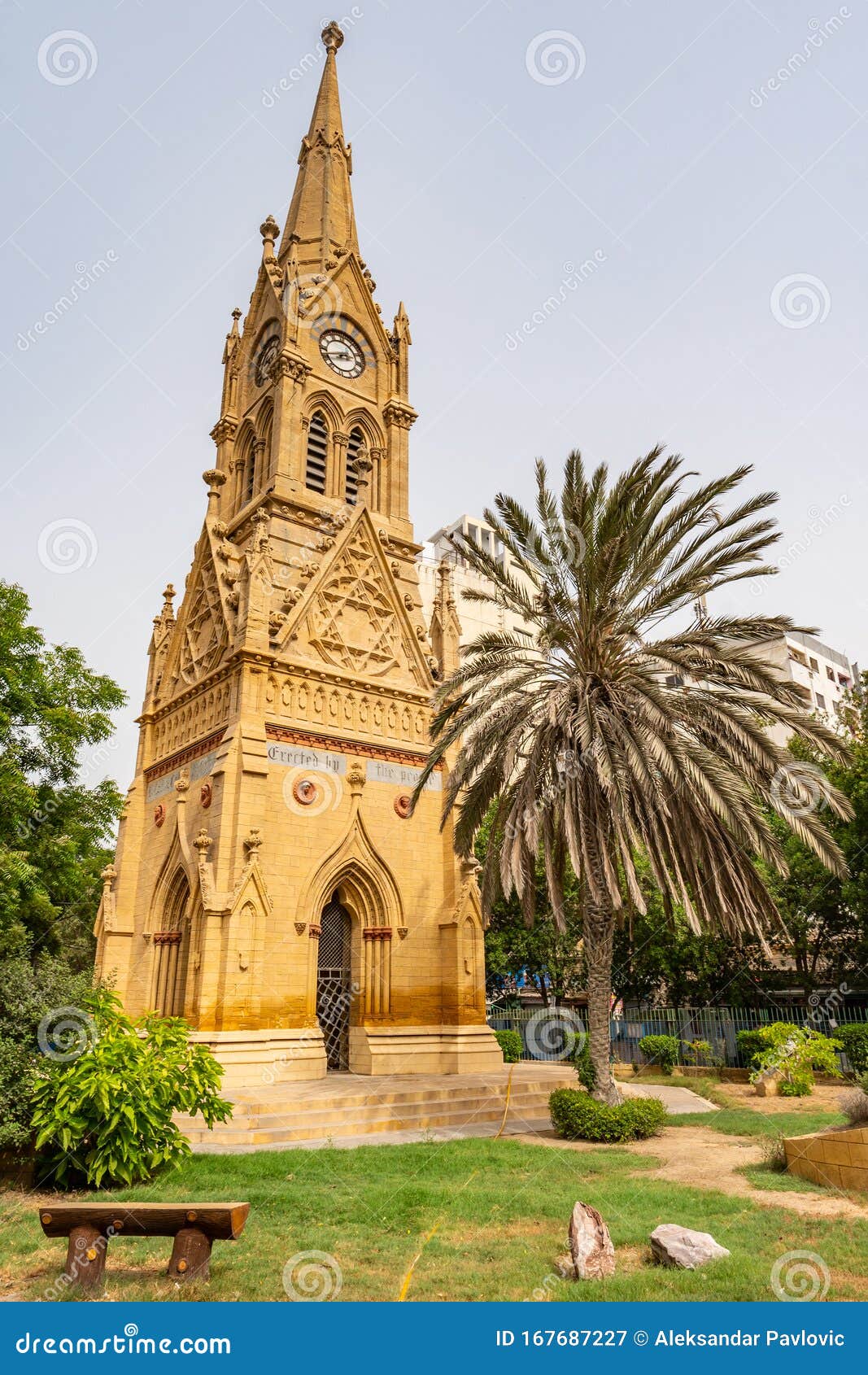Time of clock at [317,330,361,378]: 2:42
